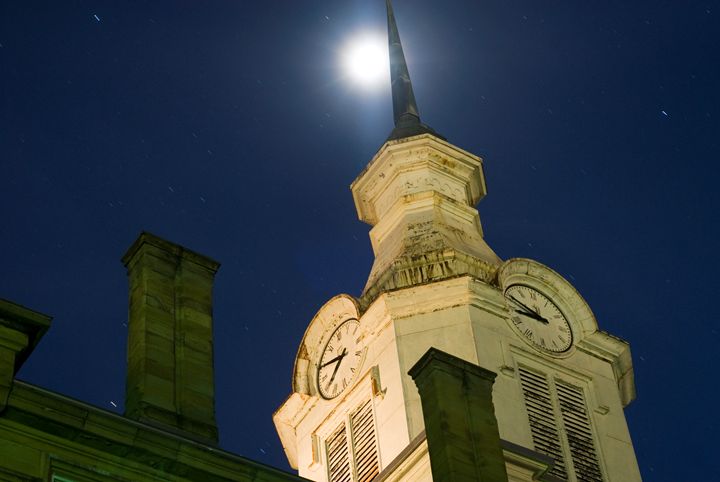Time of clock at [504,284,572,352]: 8:49
